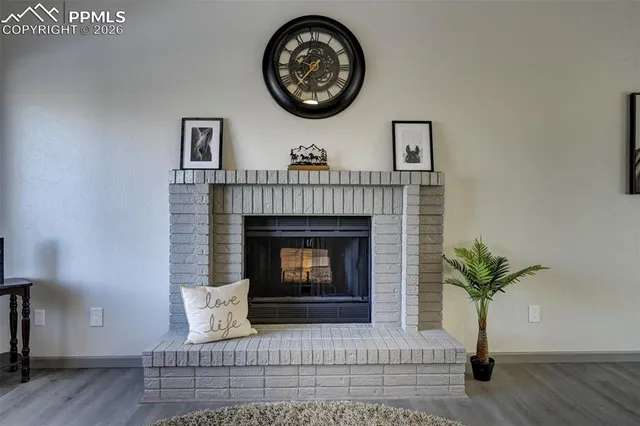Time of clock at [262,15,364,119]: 9:36
